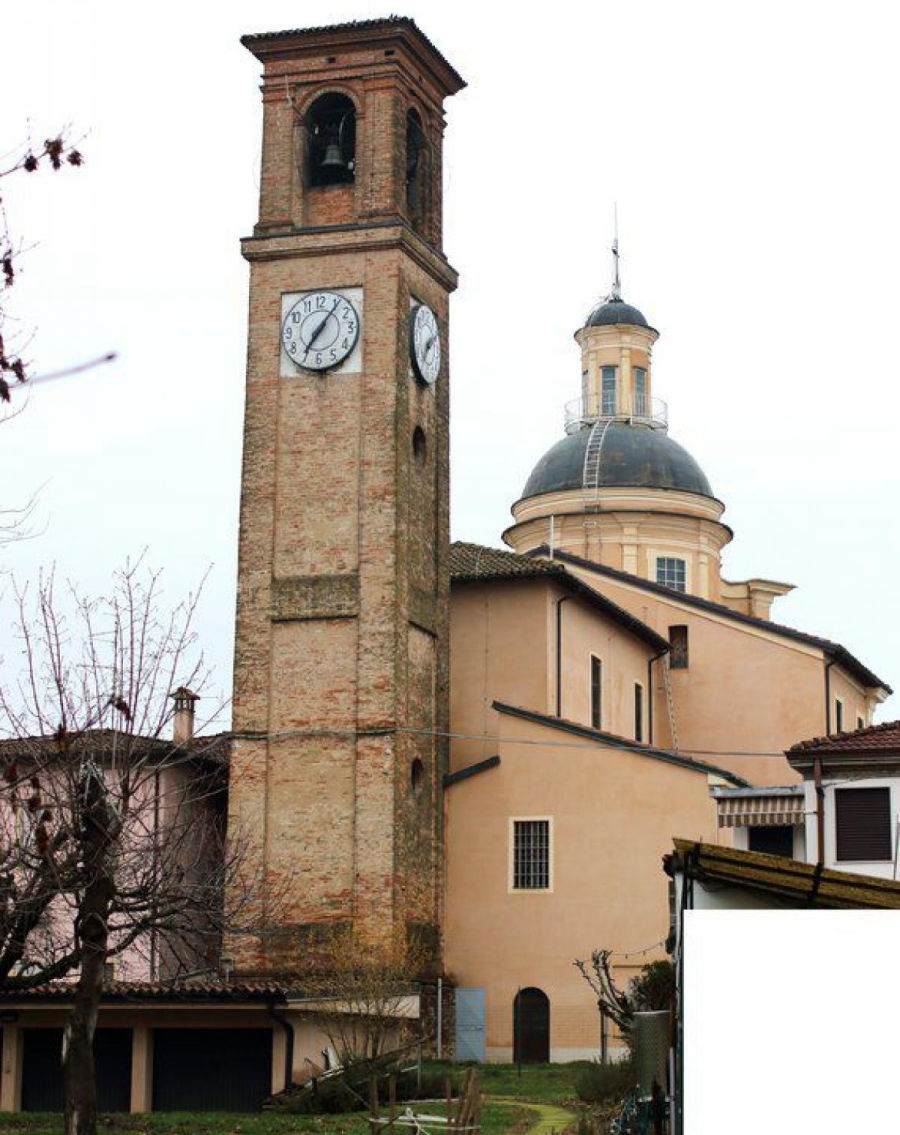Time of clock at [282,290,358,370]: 7:06
